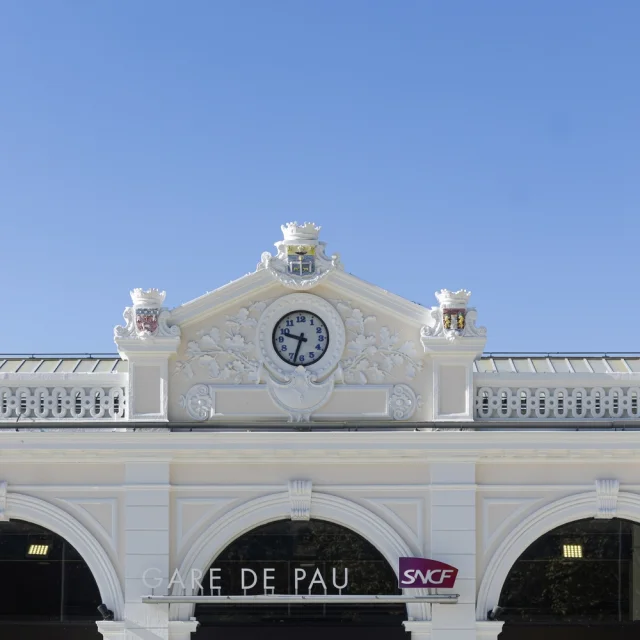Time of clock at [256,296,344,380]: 9:33
